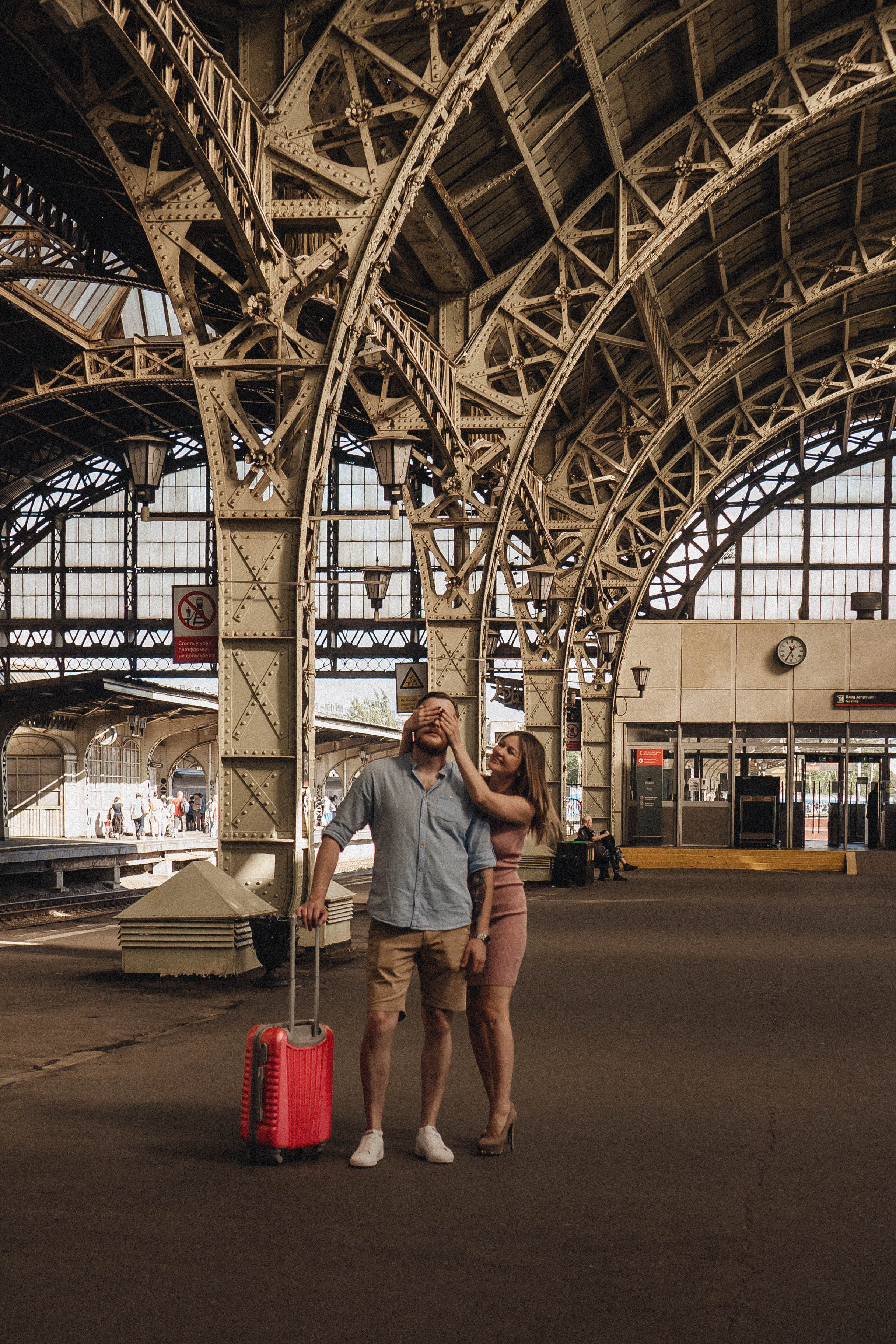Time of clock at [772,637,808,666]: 5:34
